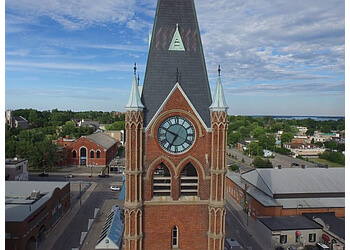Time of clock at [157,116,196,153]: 6:49
